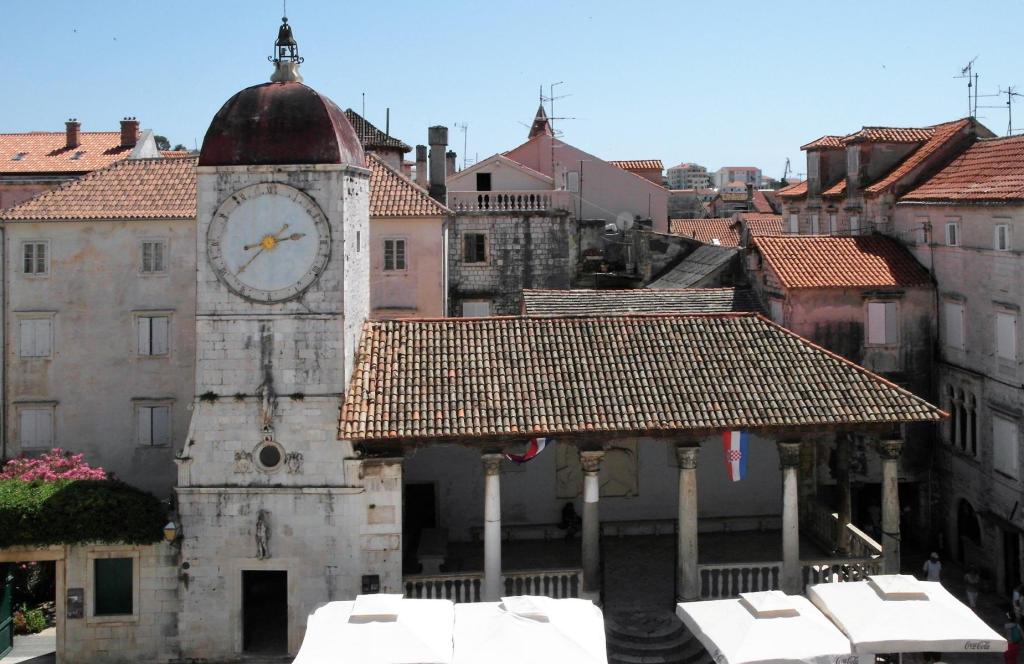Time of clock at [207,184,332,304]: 2:38
